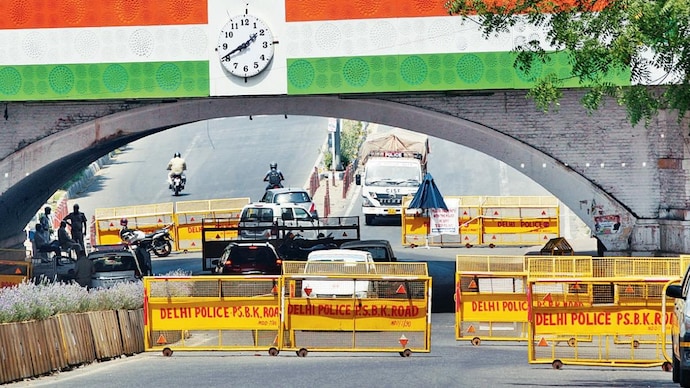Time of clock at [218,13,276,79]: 1:41
